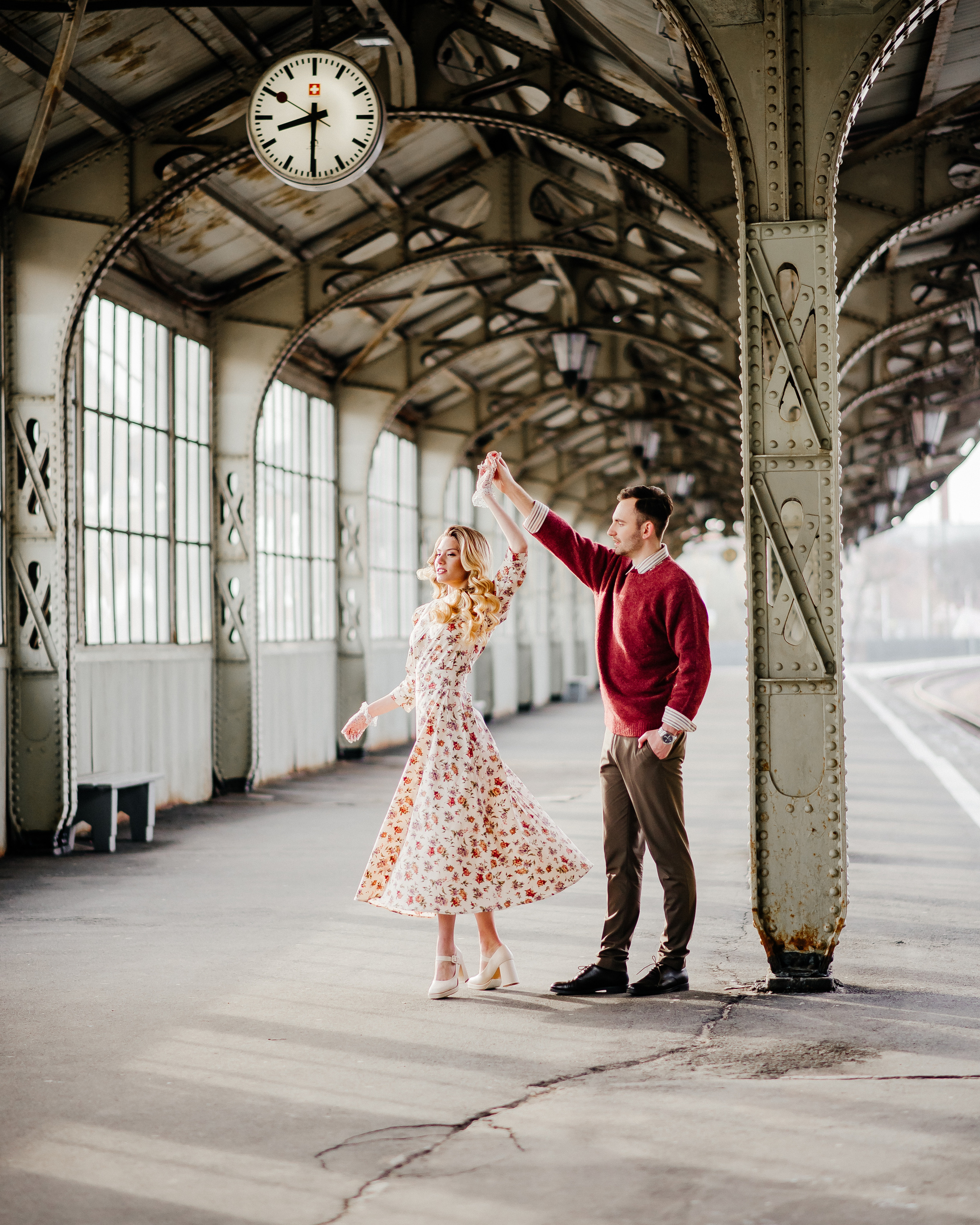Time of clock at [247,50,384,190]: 8:30
